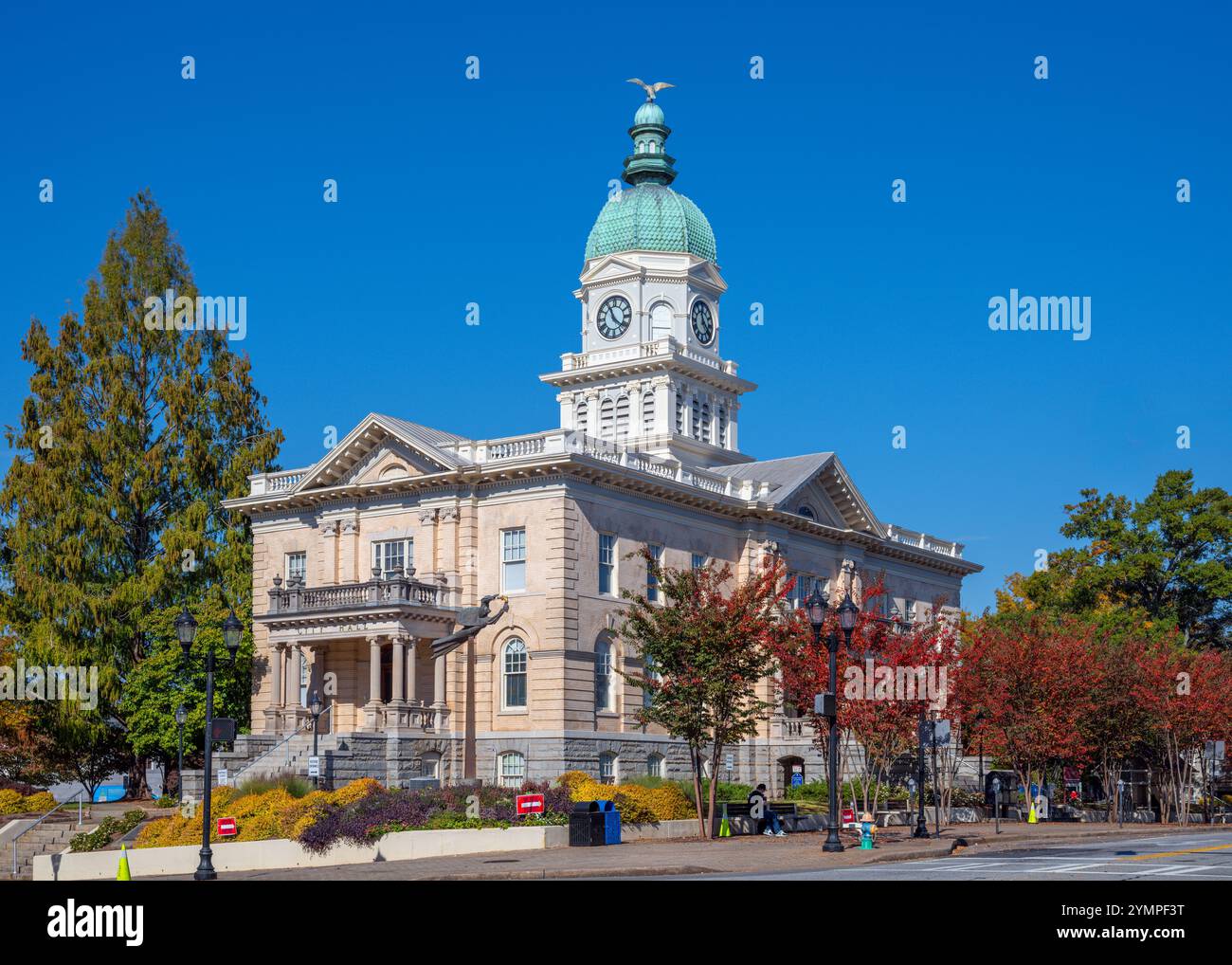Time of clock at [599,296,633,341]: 11:21
